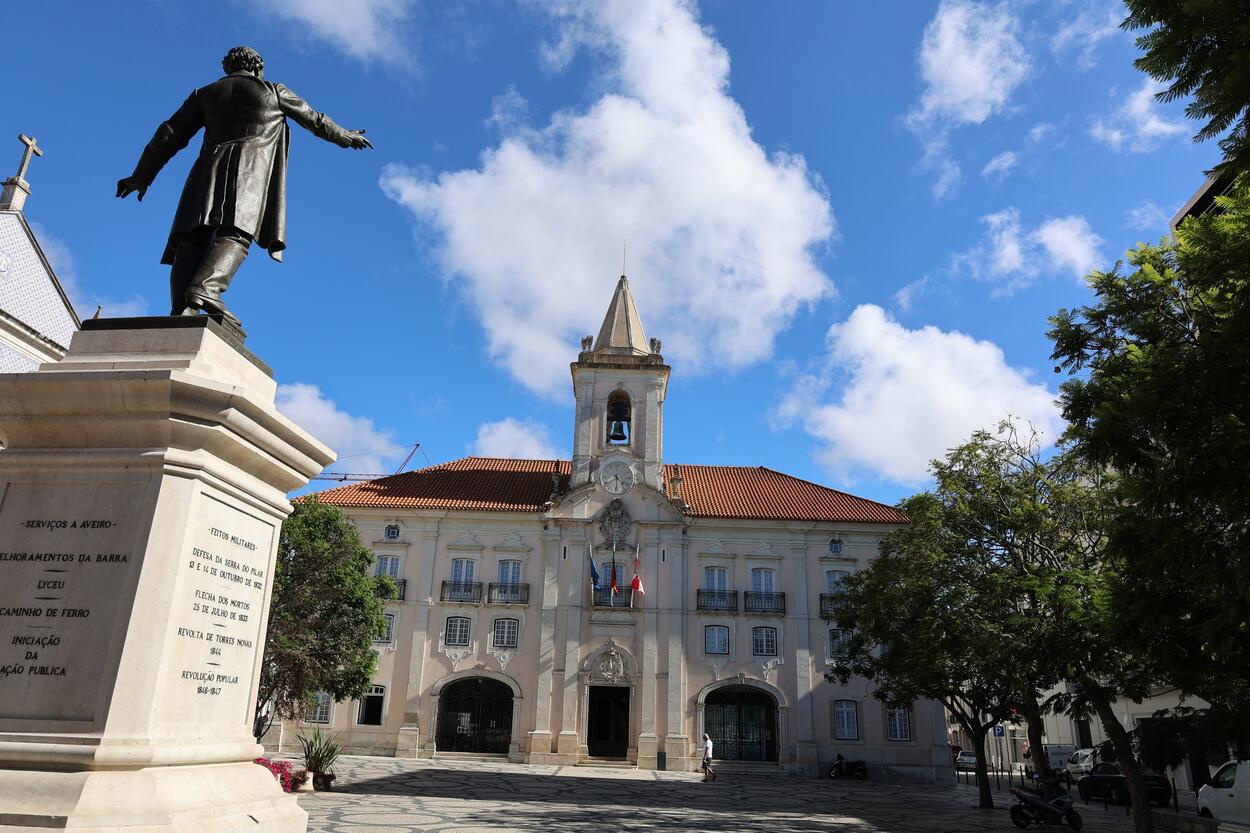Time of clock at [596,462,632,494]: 4:30
